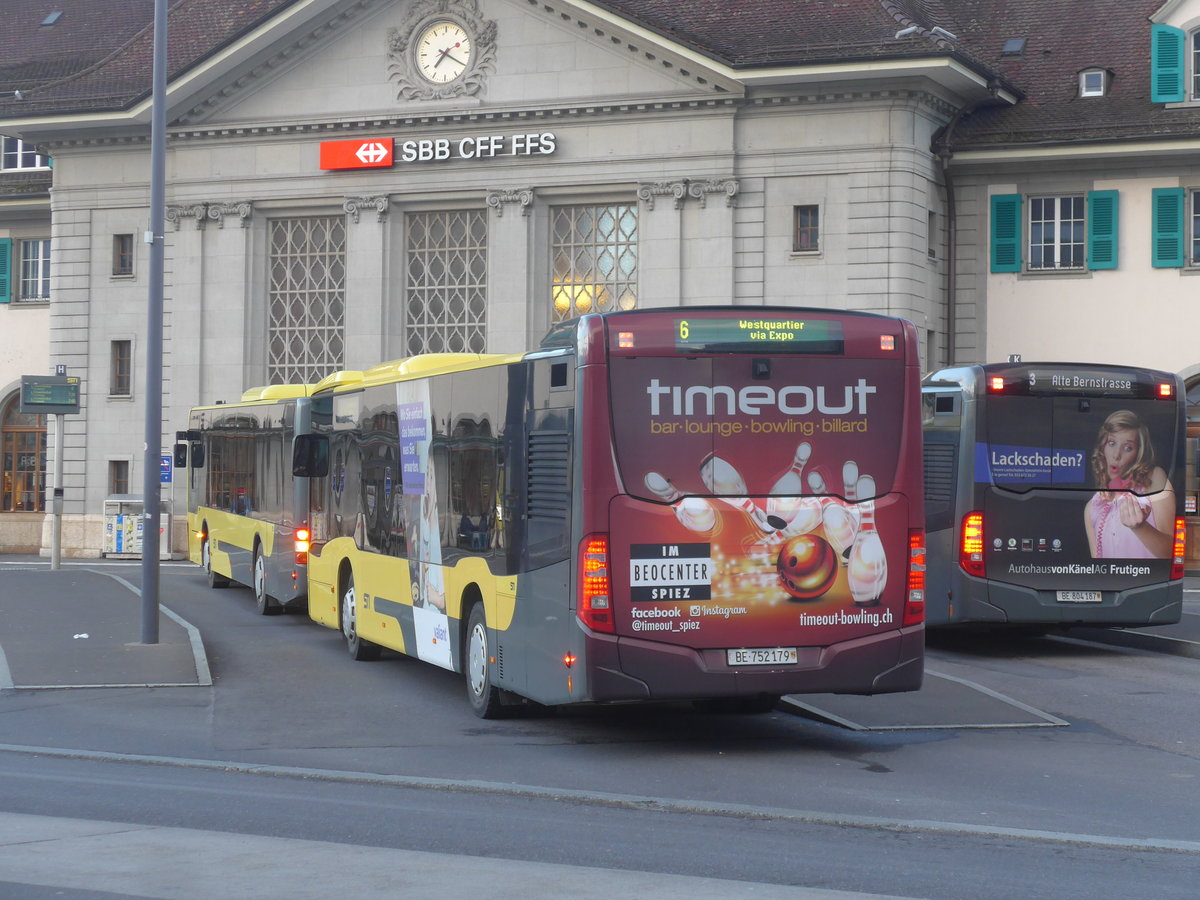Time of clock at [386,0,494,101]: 7:20
